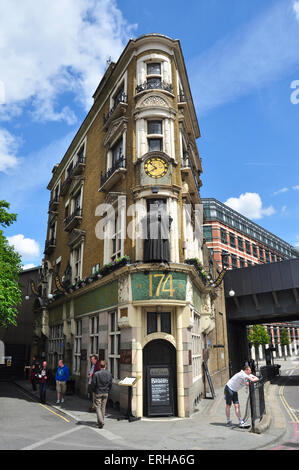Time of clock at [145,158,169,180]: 7:52
